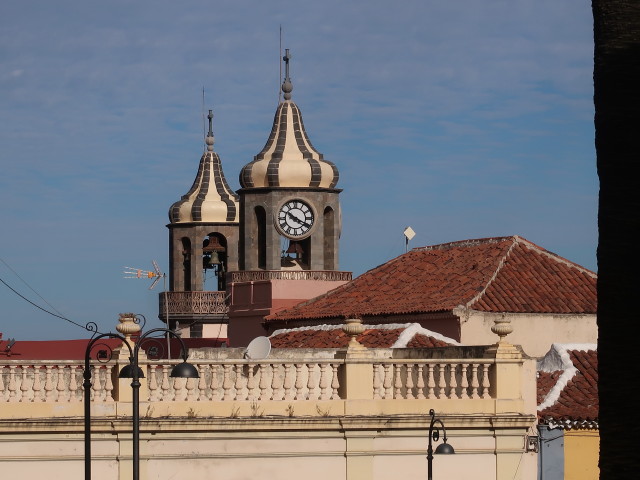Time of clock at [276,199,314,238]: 10:19
